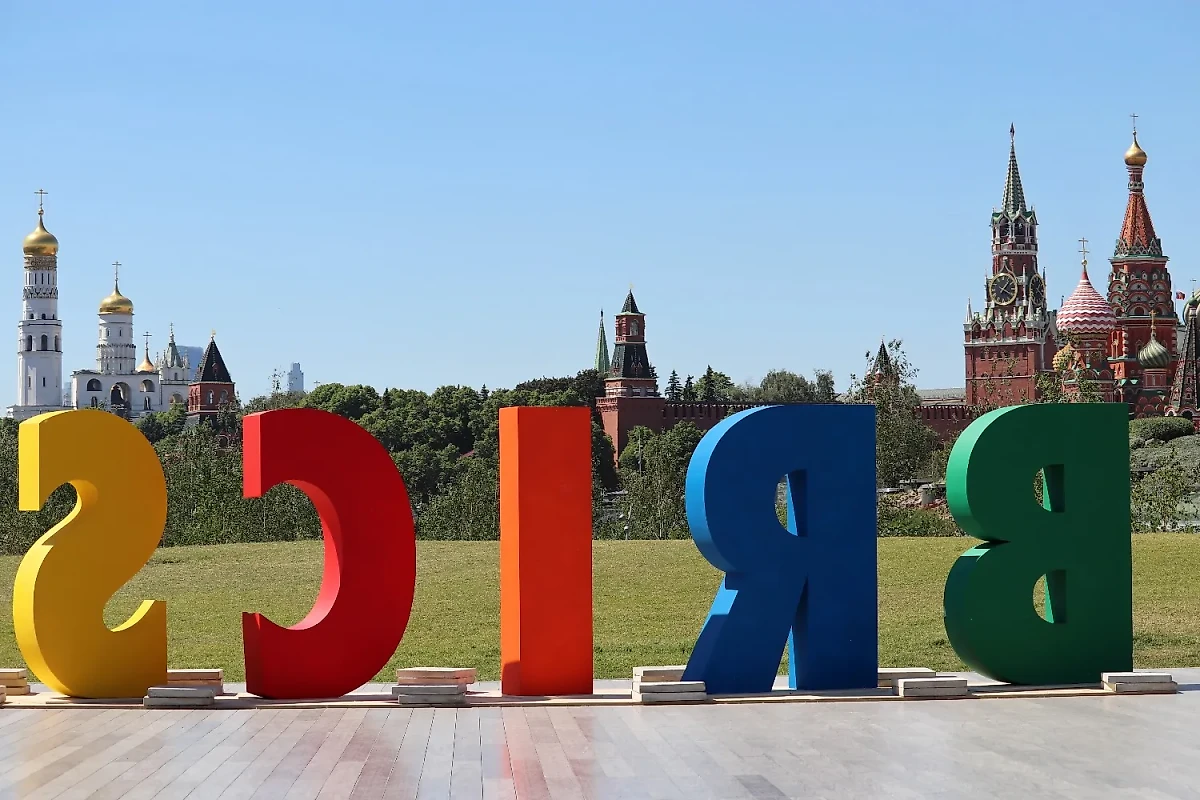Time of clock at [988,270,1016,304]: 1:20
